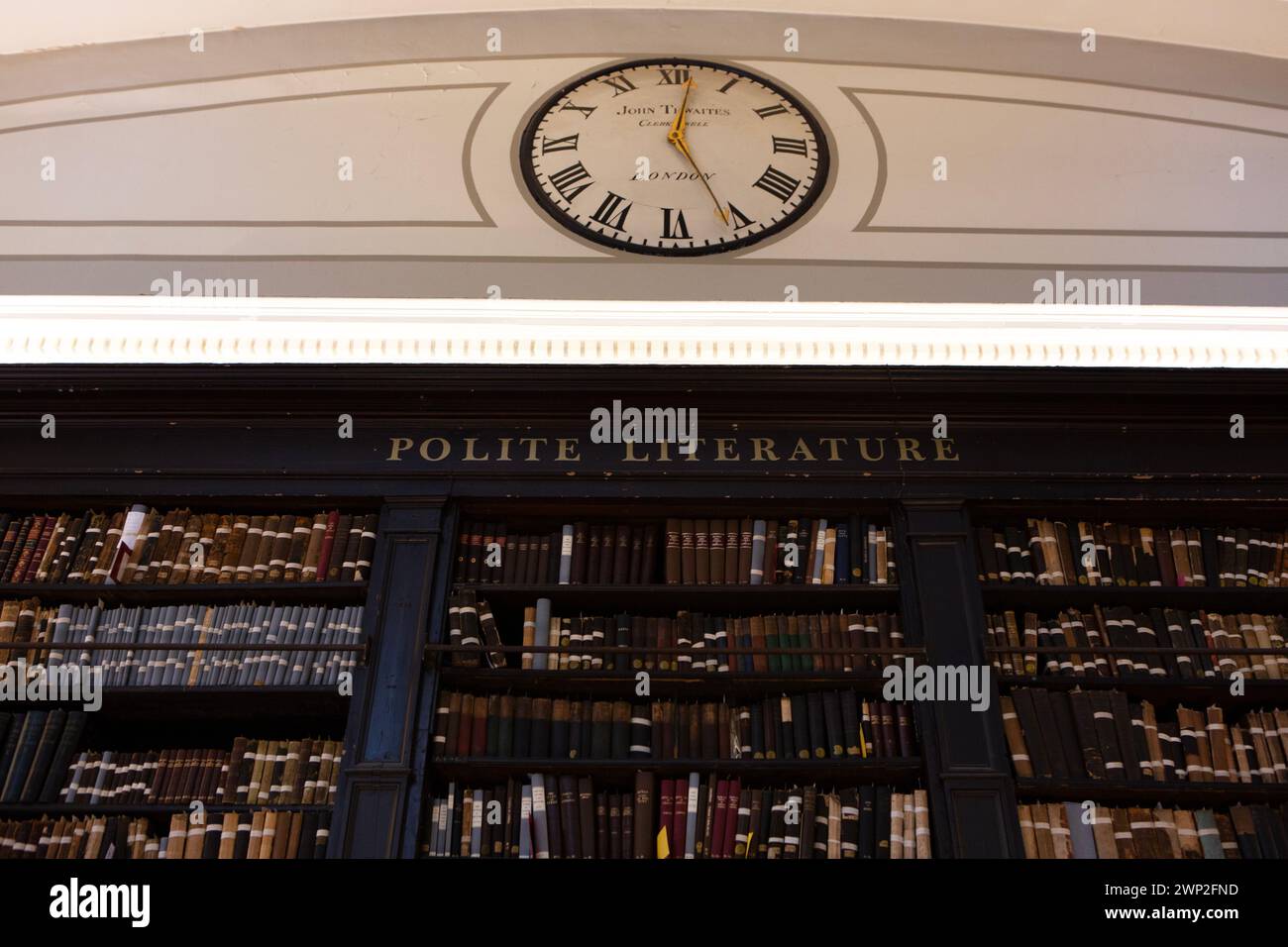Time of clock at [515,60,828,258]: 5:01
